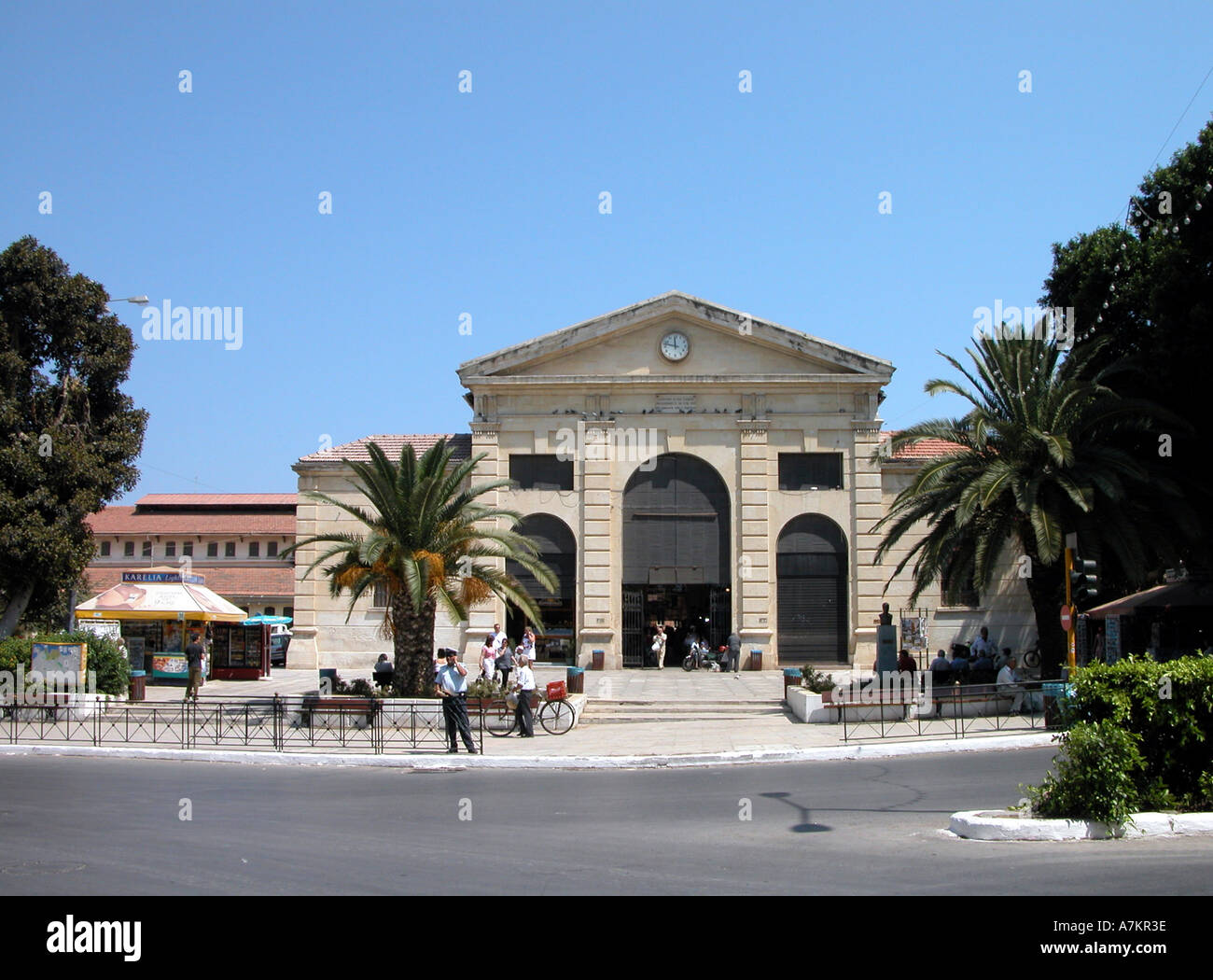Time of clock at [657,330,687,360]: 11:47
